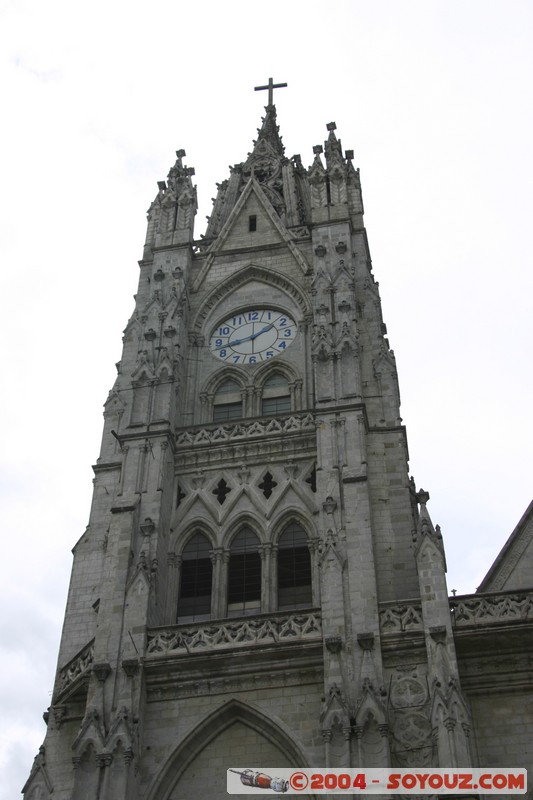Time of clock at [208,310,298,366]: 1:42
